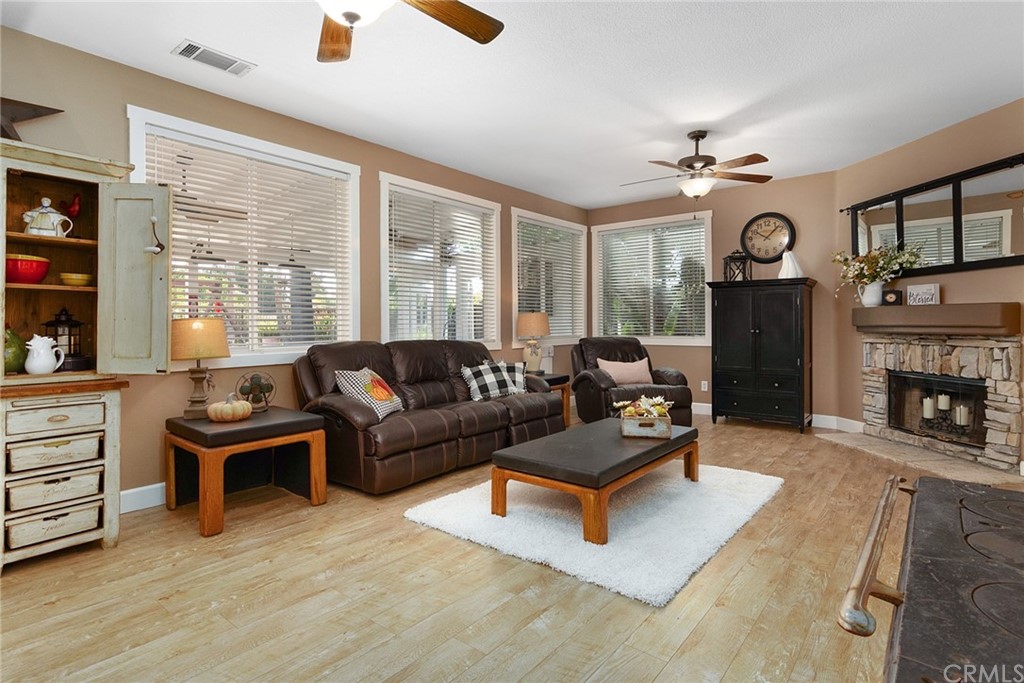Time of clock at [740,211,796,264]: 10:07
